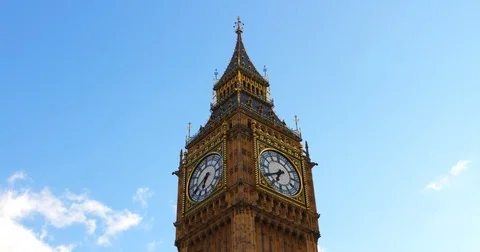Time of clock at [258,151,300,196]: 6:40
